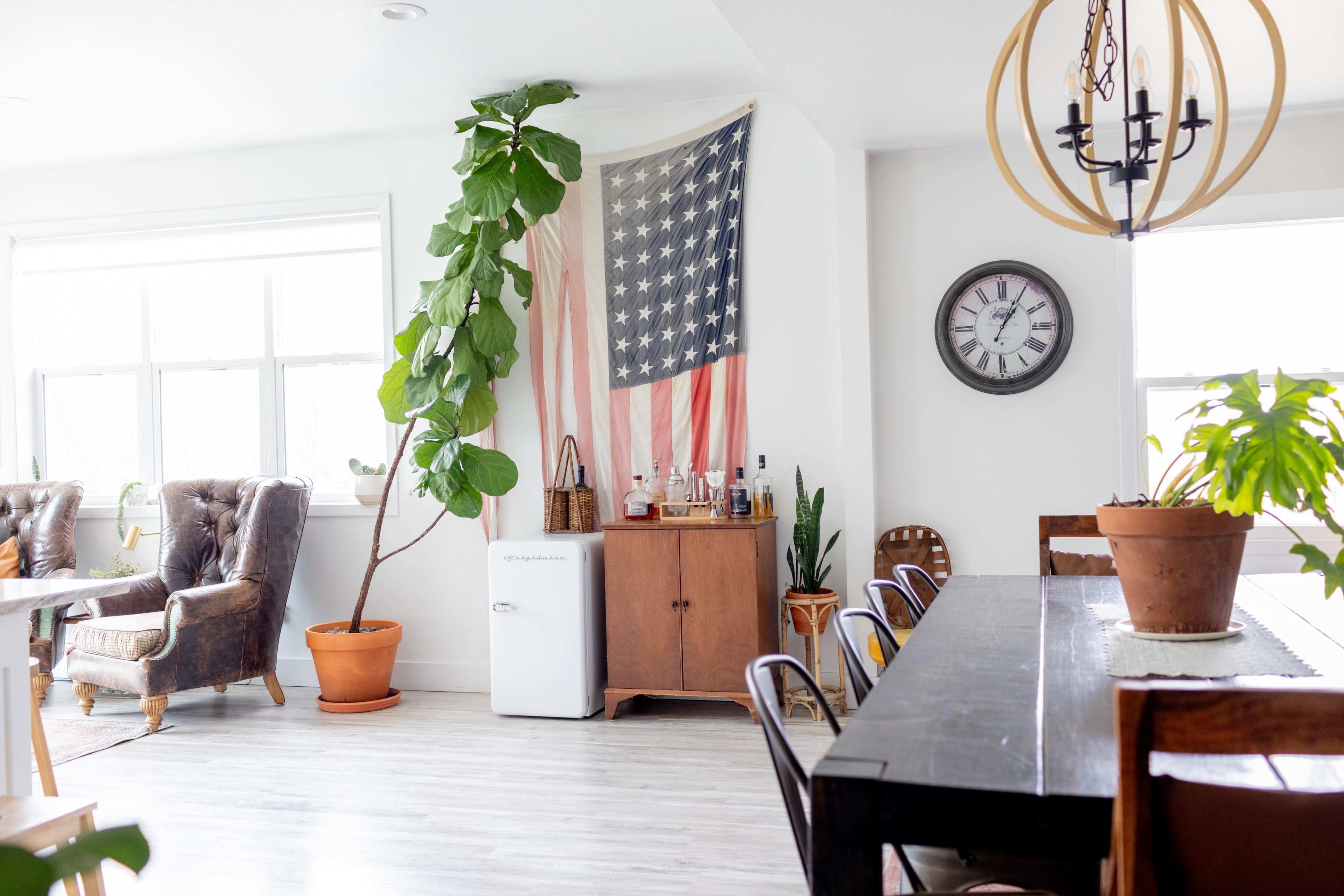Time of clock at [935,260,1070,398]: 1:04
